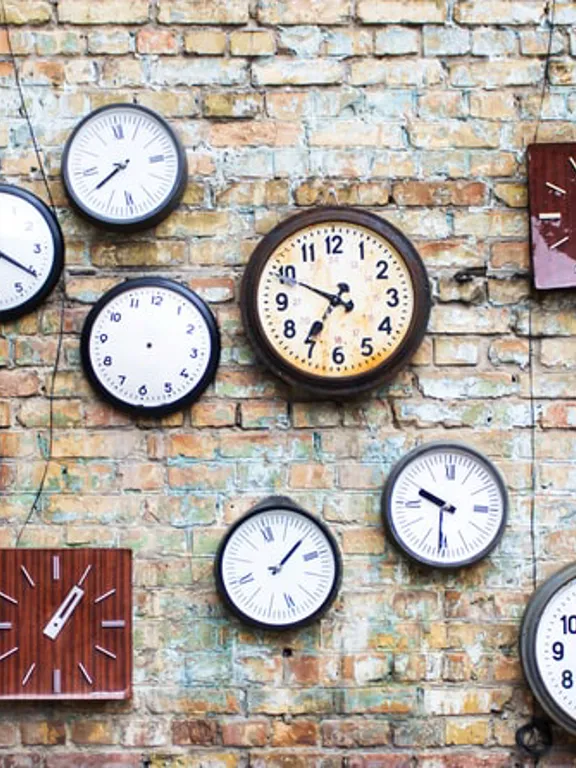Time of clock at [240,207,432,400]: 6:49
